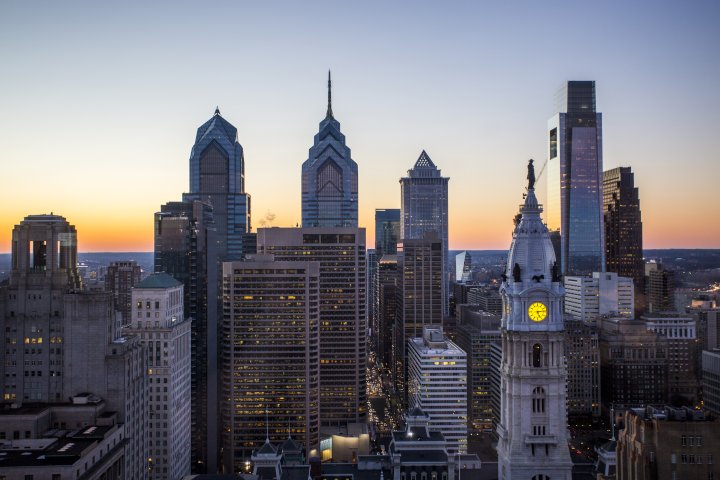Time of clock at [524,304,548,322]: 5:13
